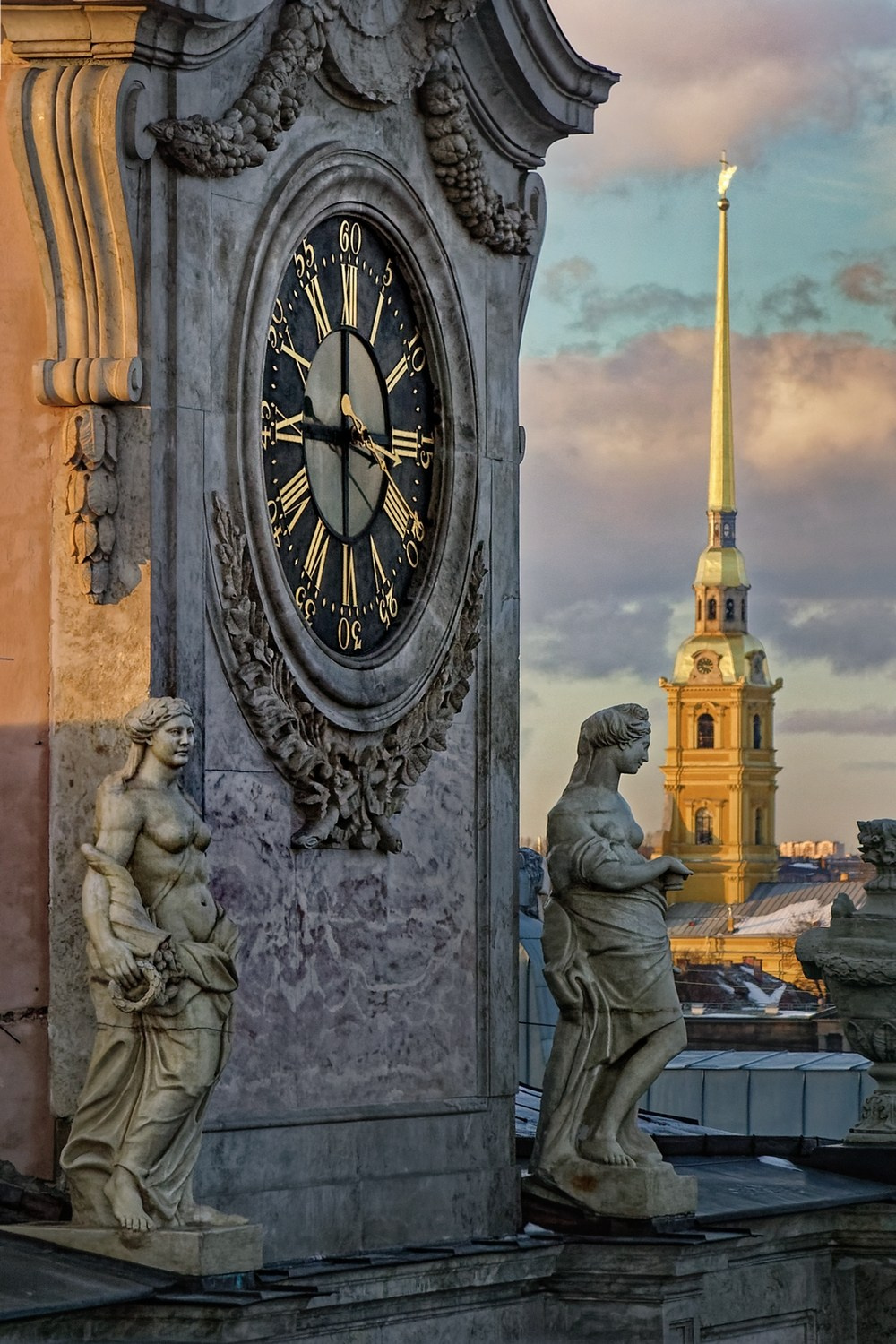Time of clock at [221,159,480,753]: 11:45
